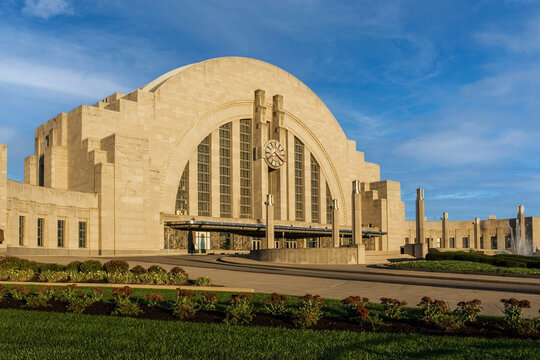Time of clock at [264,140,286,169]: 4:21
